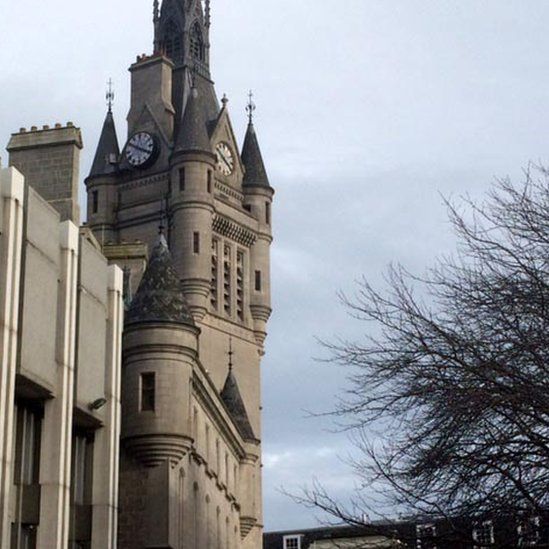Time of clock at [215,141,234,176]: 10:22
